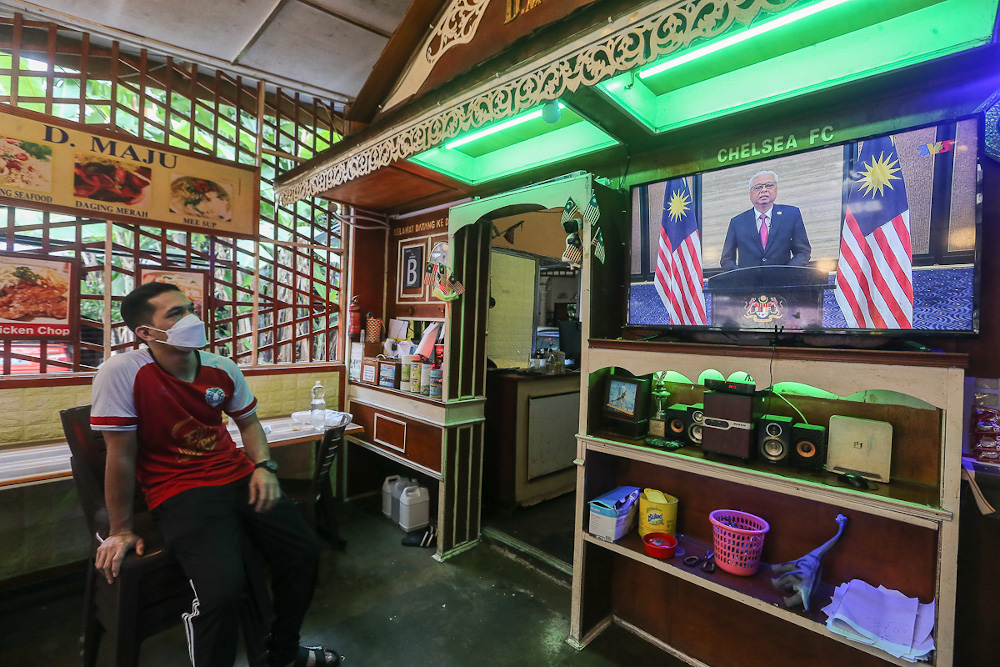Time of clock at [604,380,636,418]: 12:38
